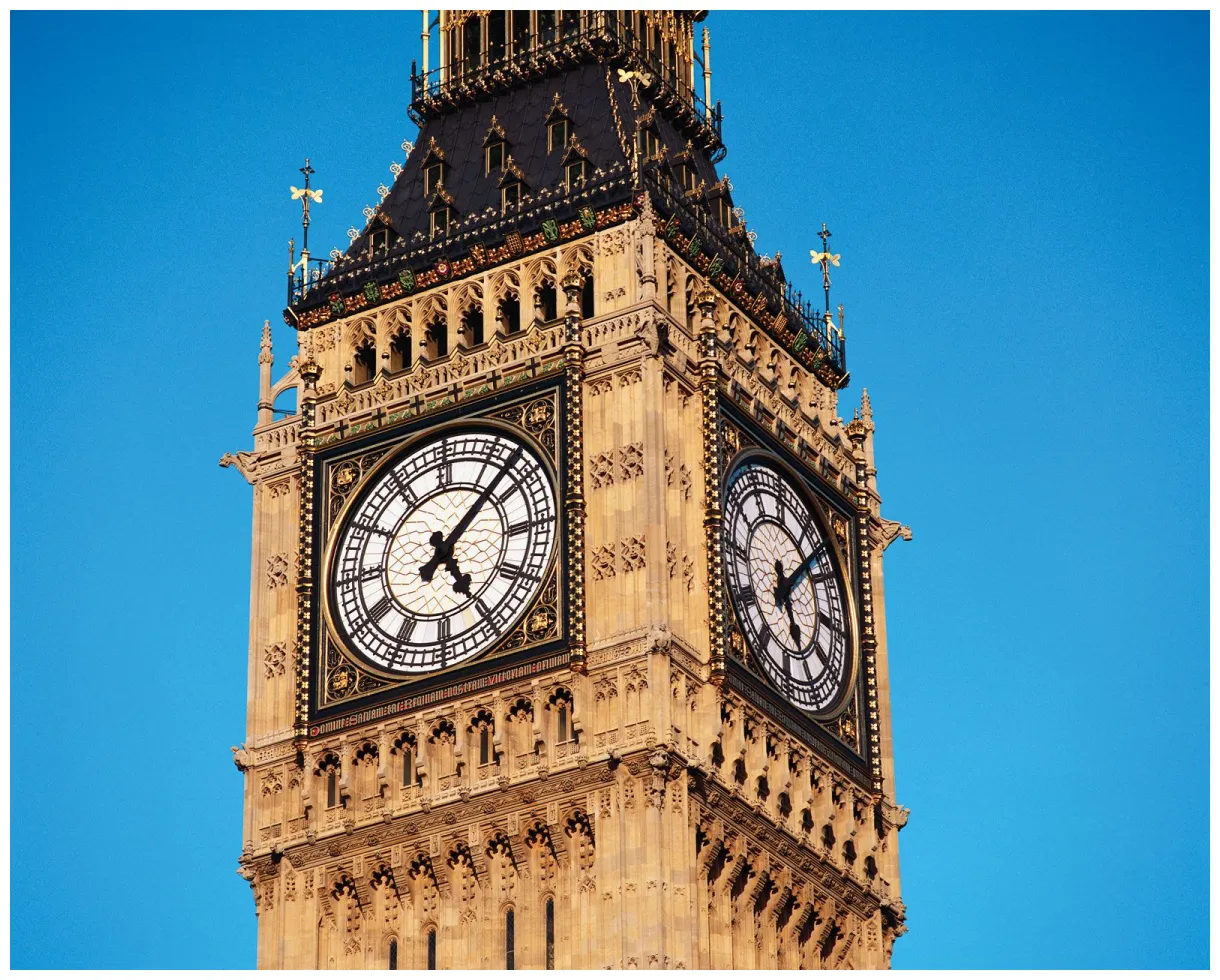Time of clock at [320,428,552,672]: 5:07
